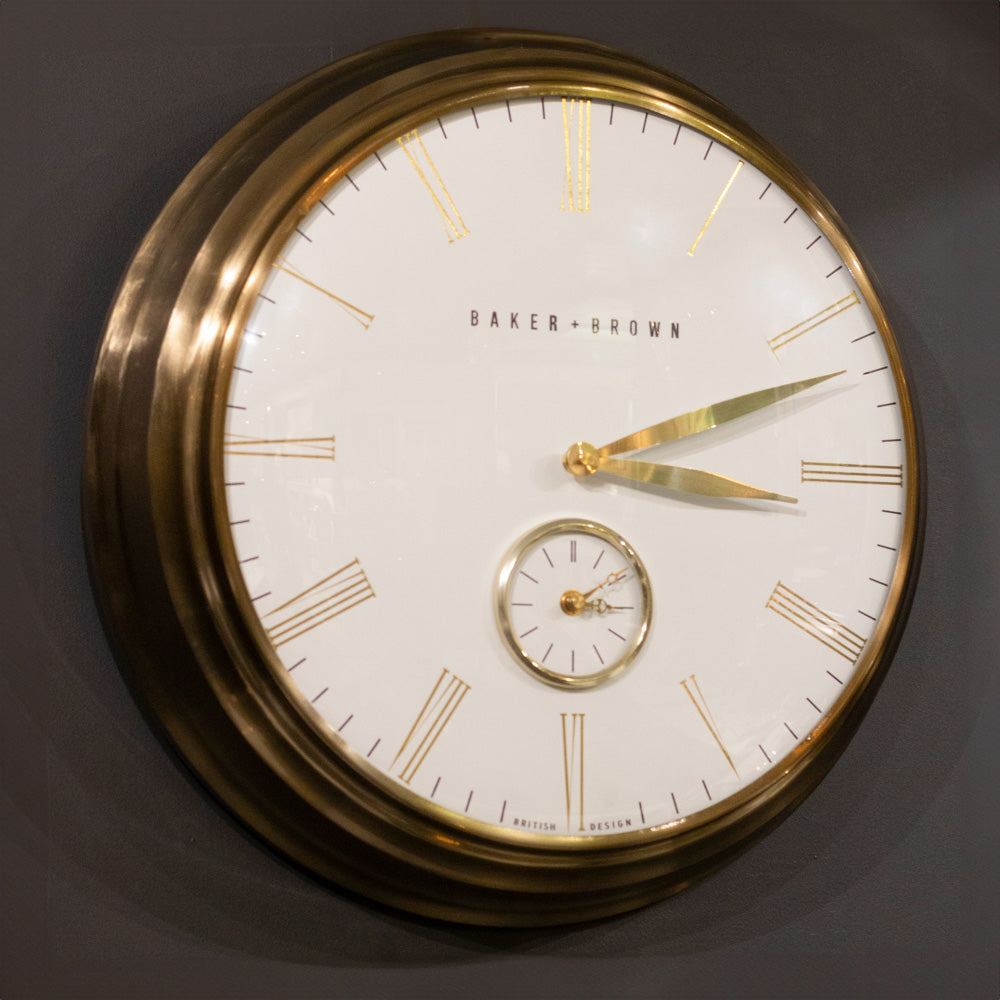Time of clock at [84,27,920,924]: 3:11
